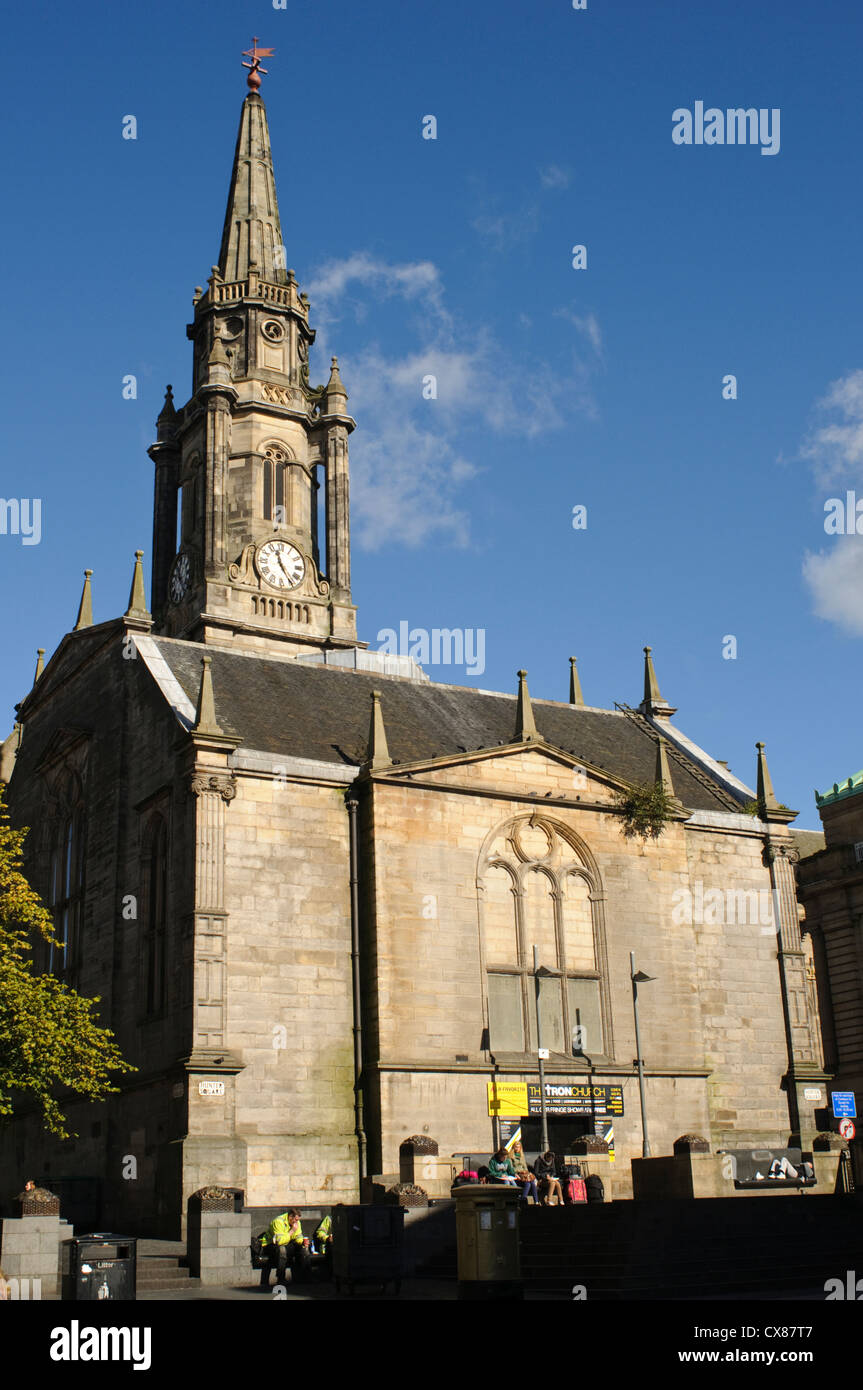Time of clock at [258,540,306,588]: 11:24
